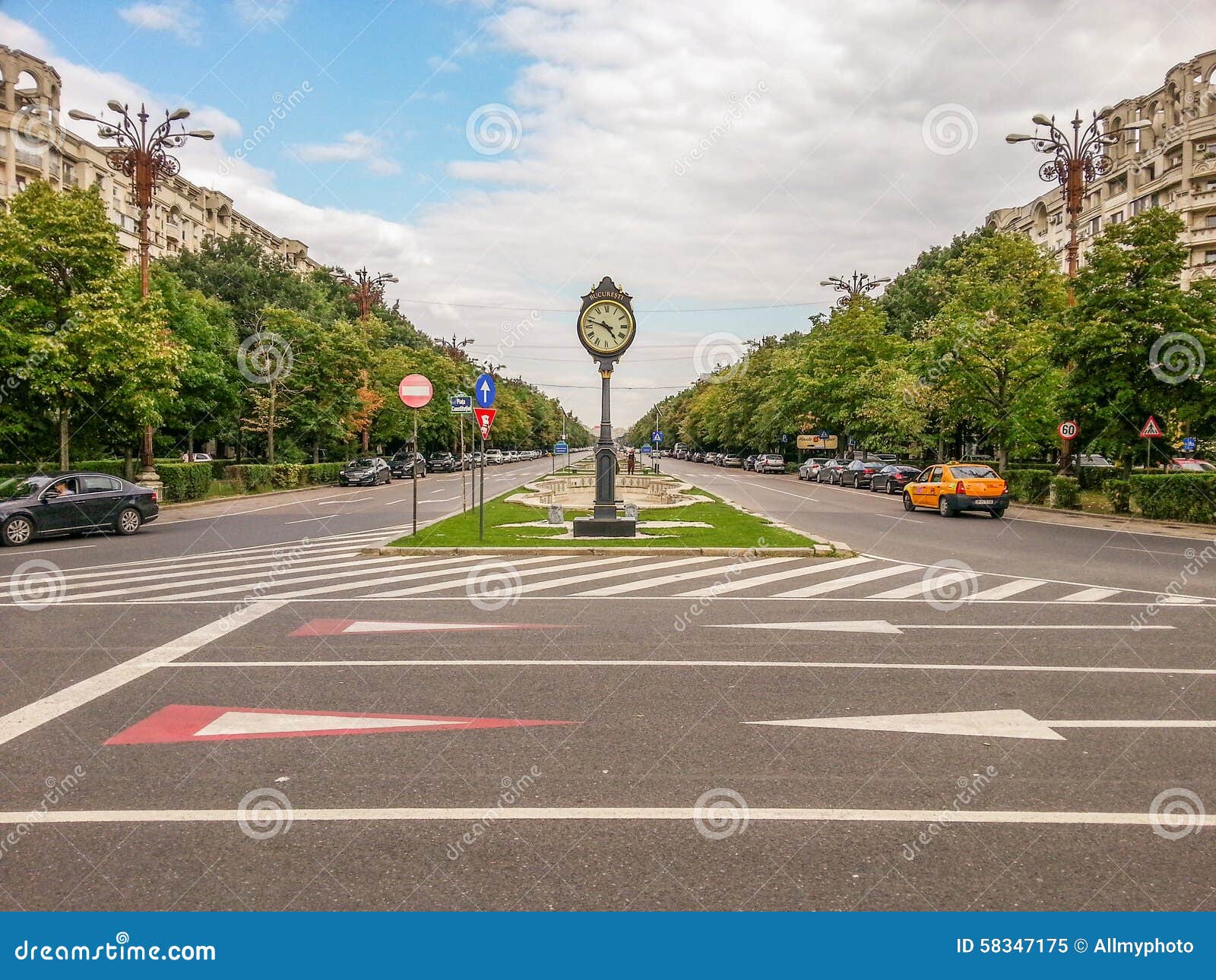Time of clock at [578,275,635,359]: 4:48
